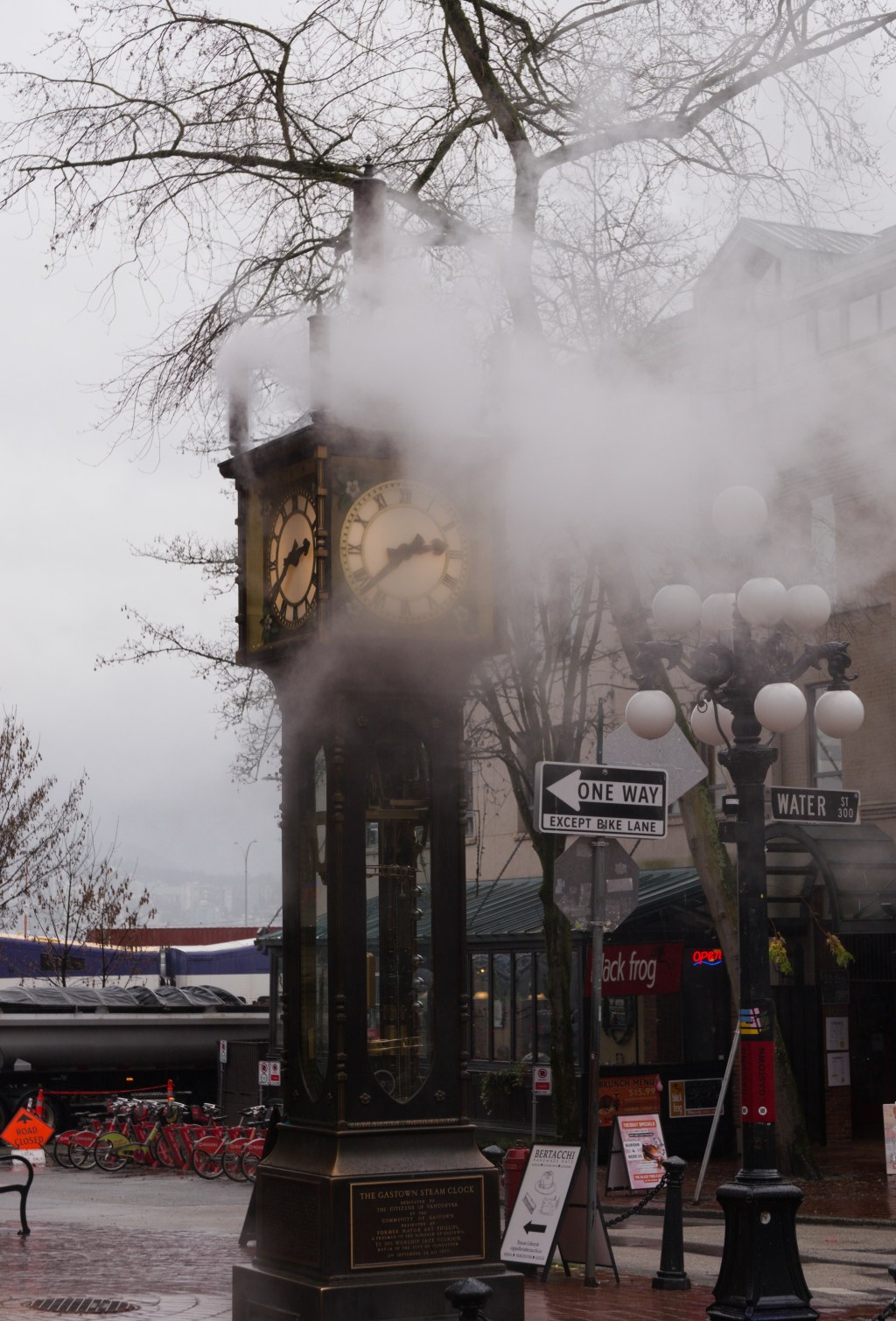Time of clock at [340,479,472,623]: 2:38
